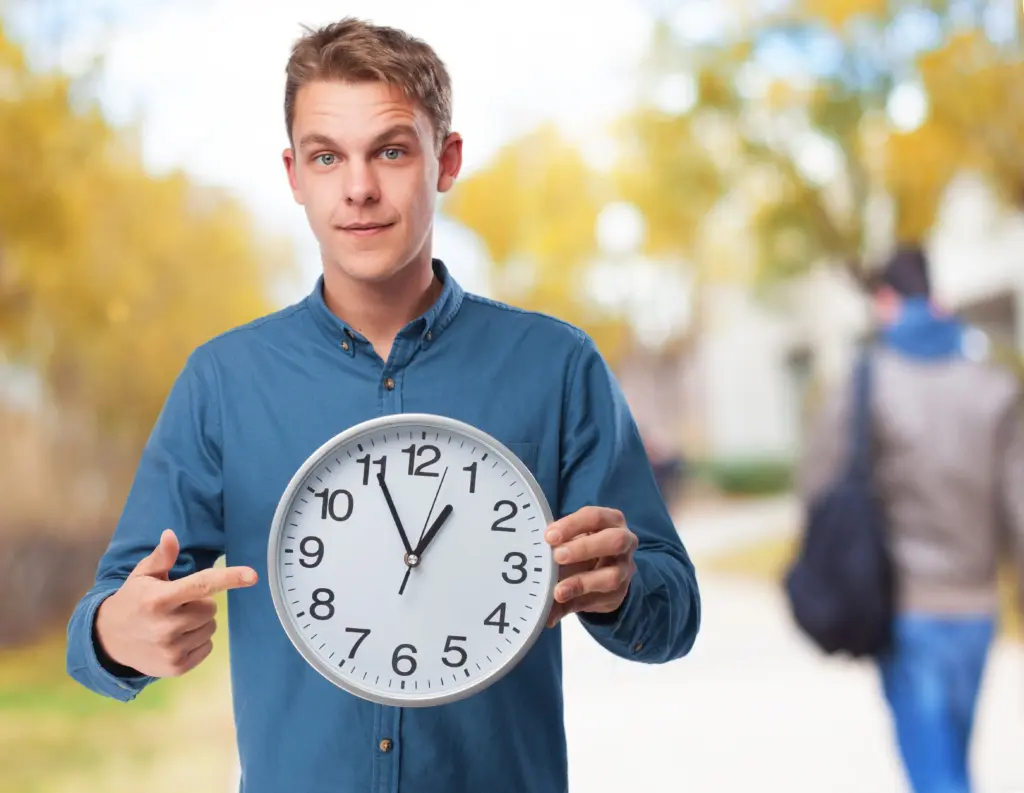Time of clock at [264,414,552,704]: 12:55
